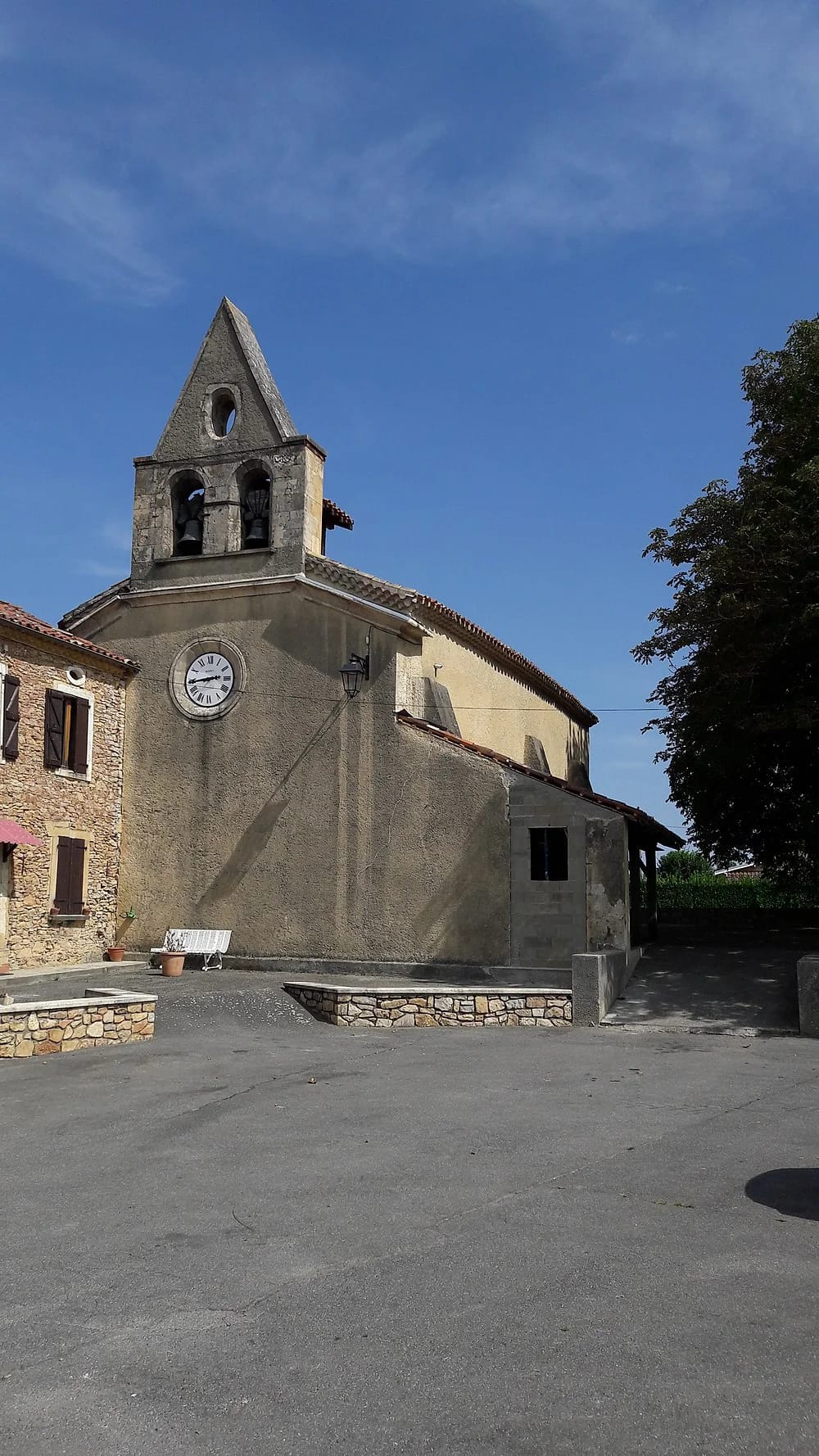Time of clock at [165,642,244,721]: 2:44
